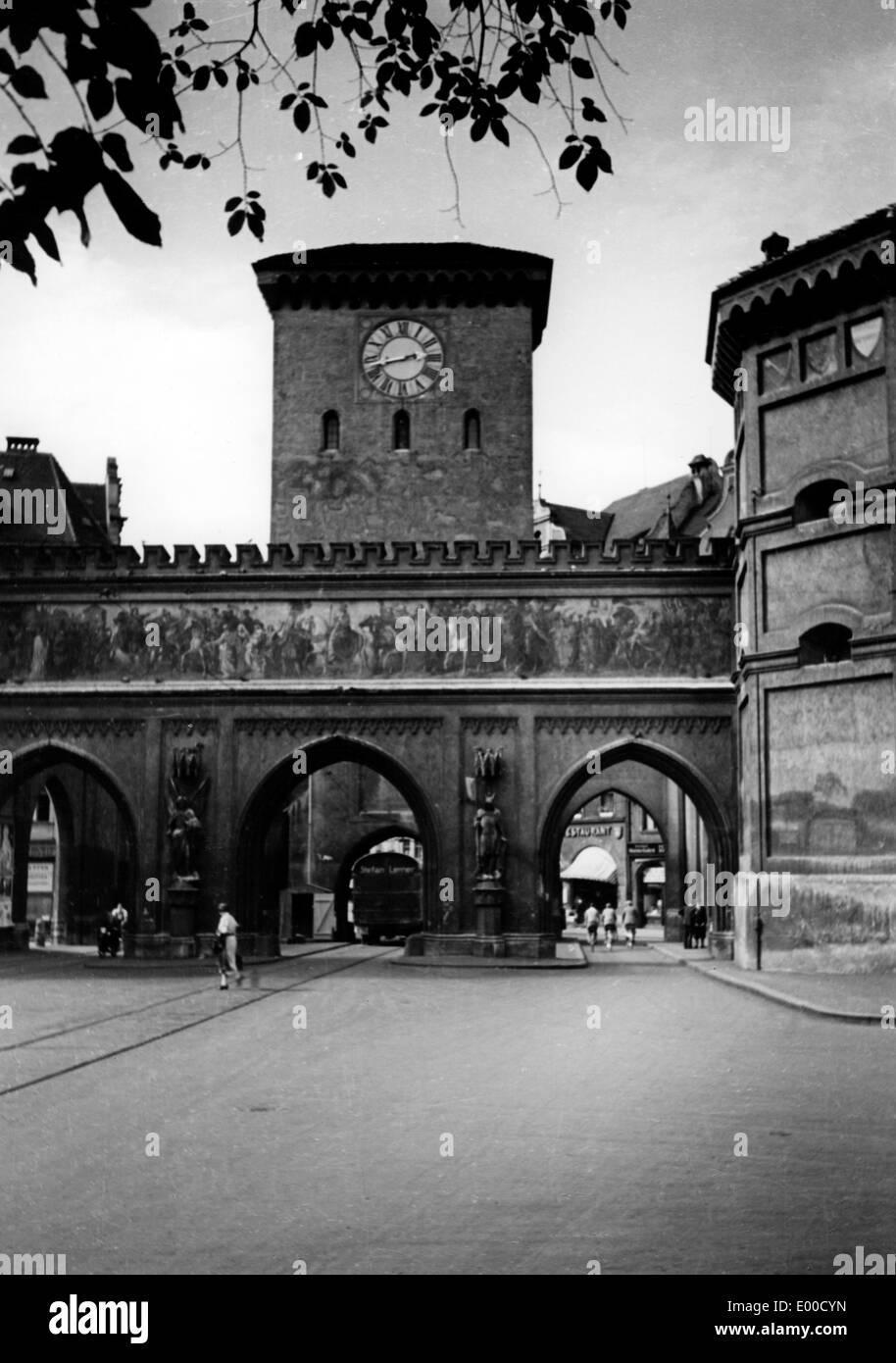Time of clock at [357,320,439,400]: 2:42
